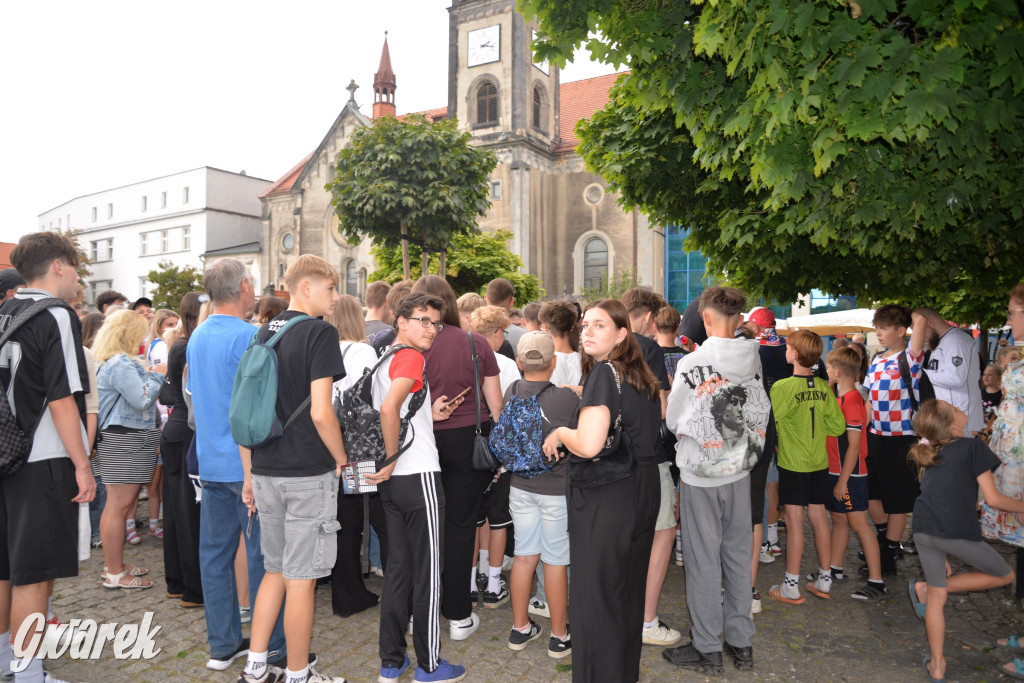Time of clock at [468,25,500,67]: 2:17
